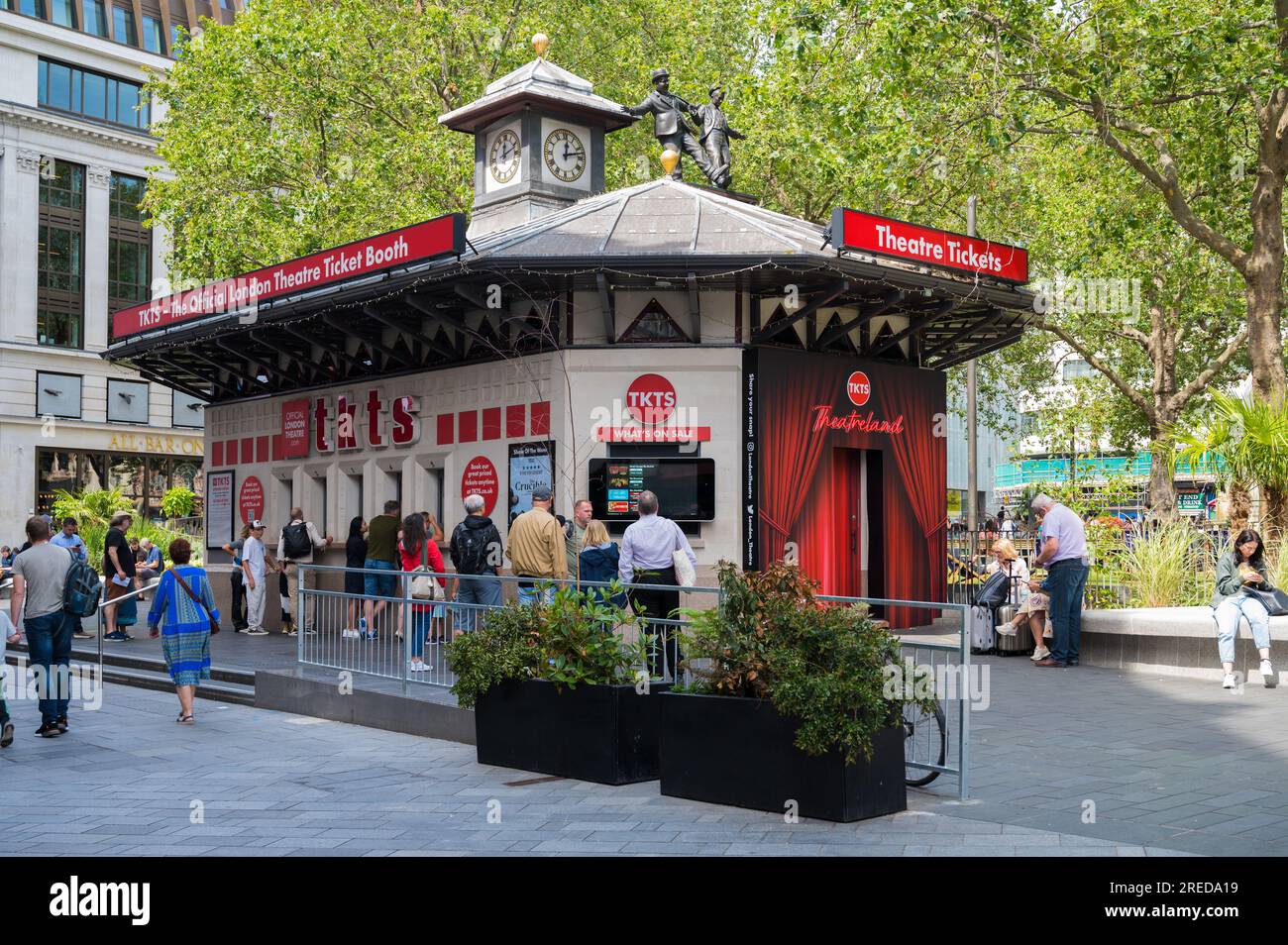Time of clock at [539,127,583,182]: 12:12
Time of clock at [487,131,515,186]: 12:11
